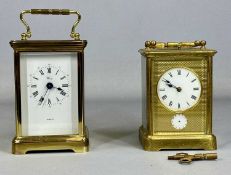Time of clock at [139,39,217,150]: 9:50
